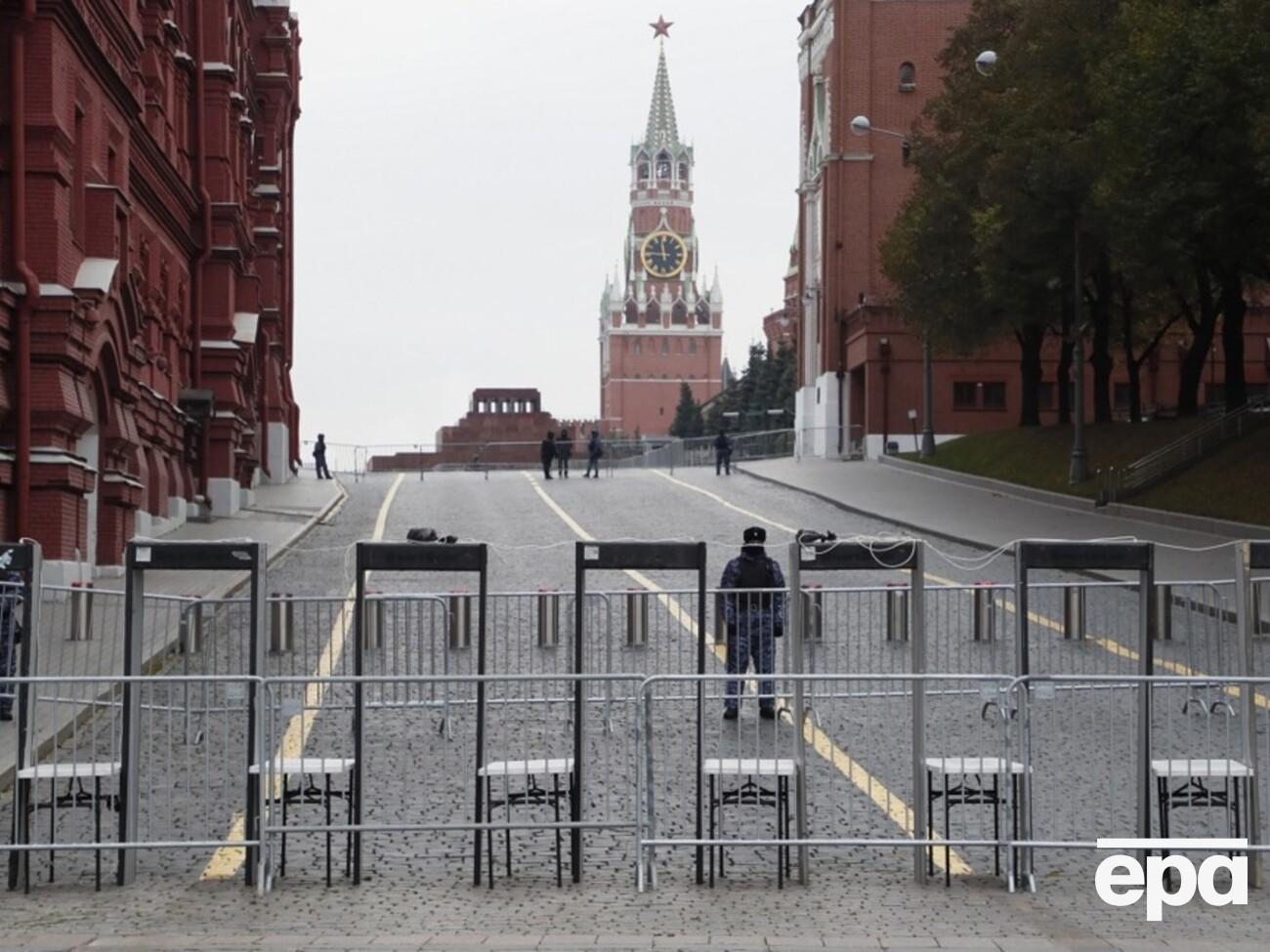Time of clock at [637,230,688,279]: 11:46
